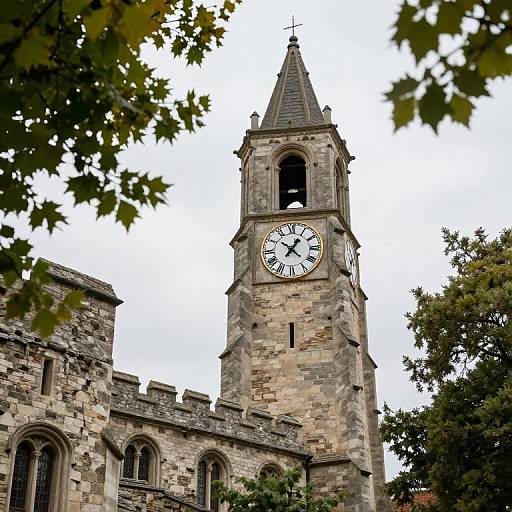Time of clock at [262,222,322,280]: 12:52
